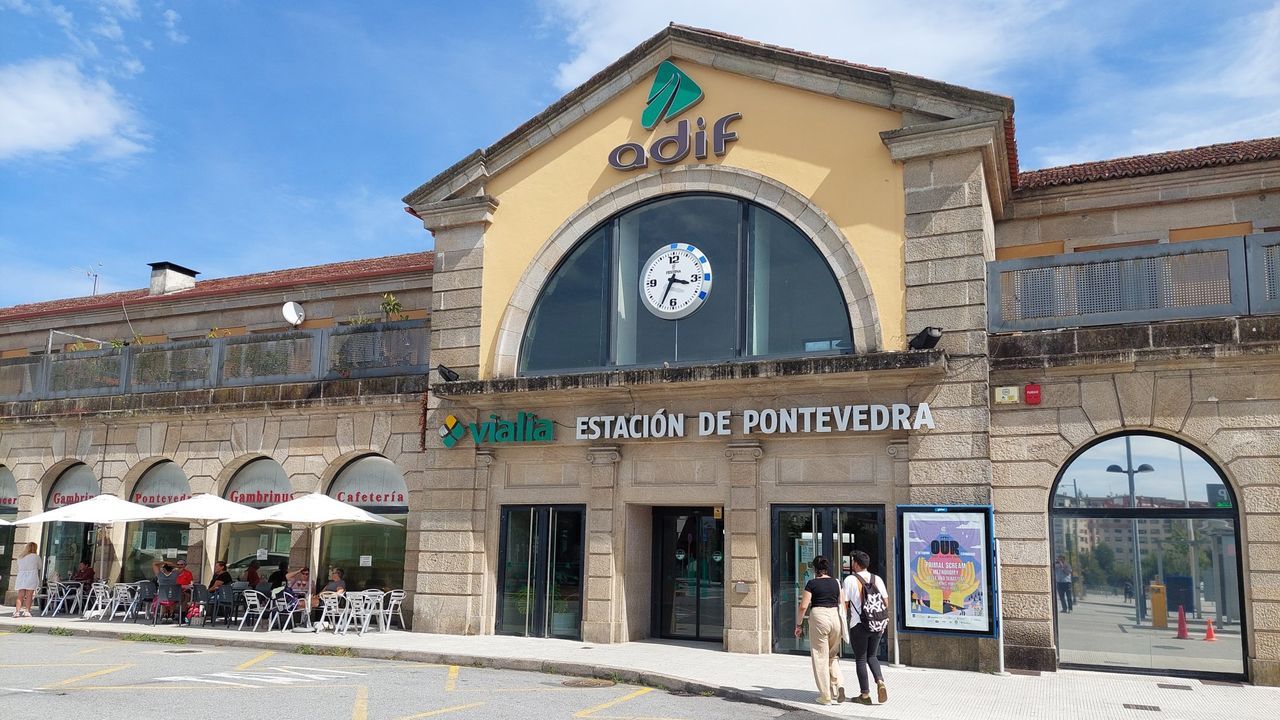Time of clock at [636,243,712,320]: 3:34
